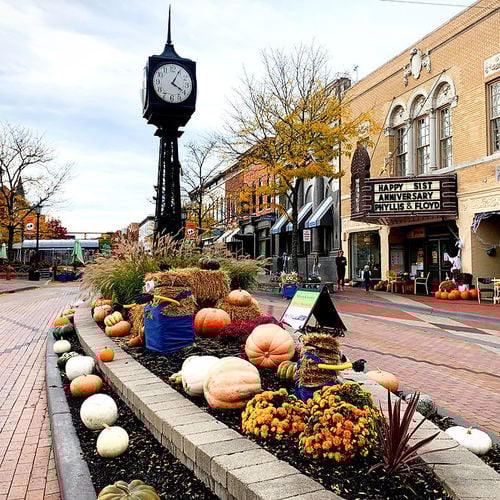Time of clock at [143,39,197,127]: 4:04
